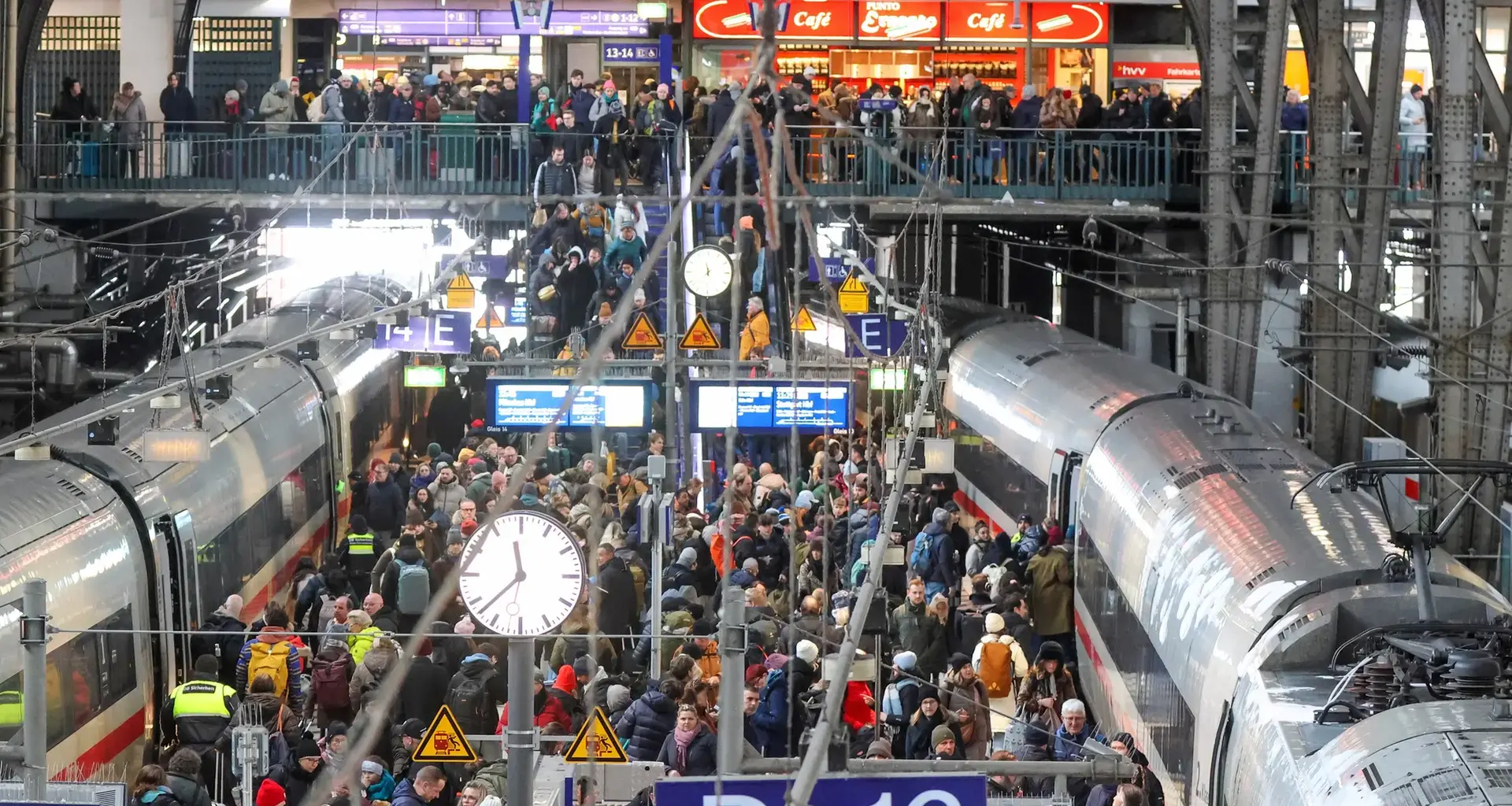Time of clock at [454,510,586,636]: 11:37
